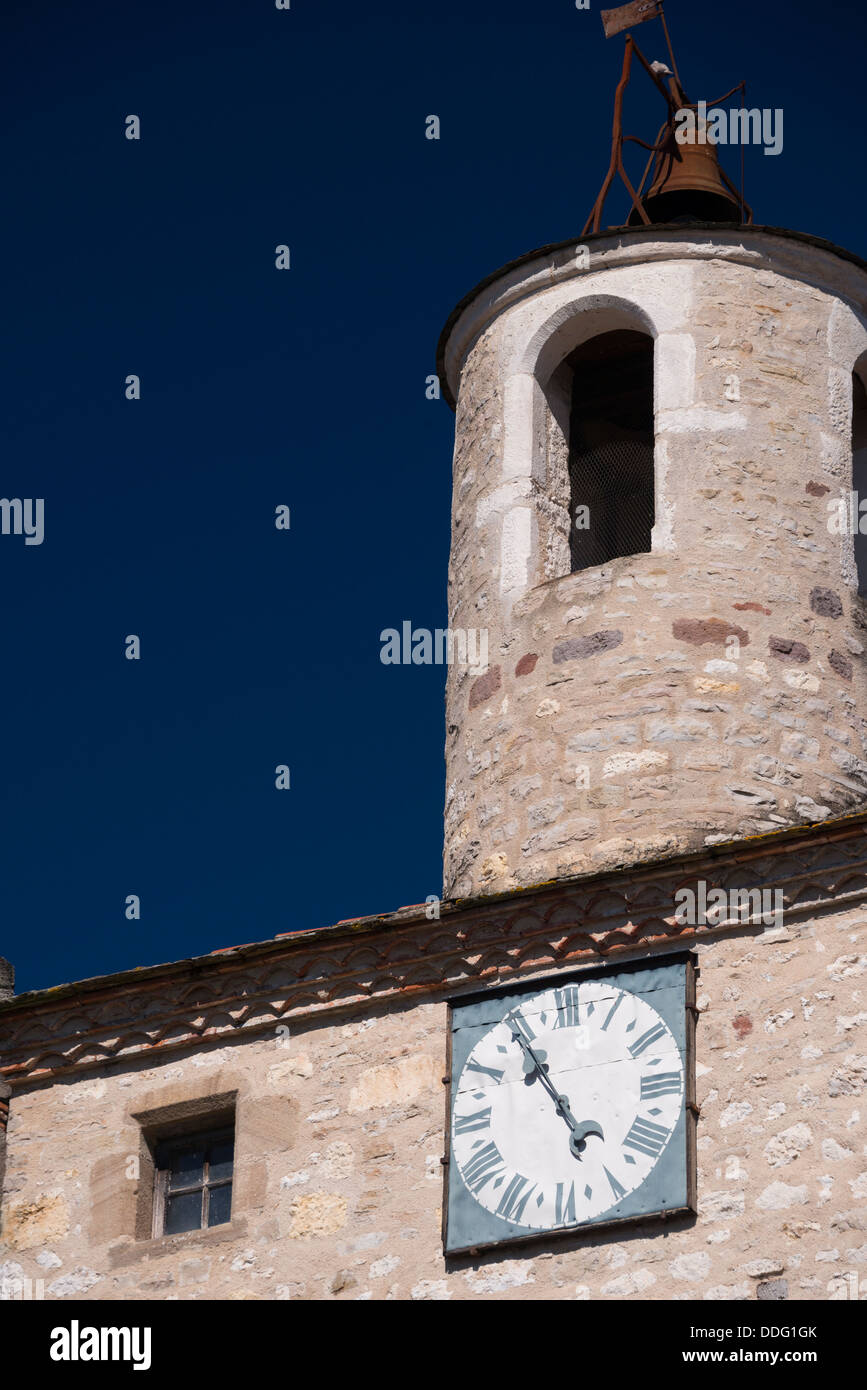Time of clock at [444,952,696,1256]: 4:54
